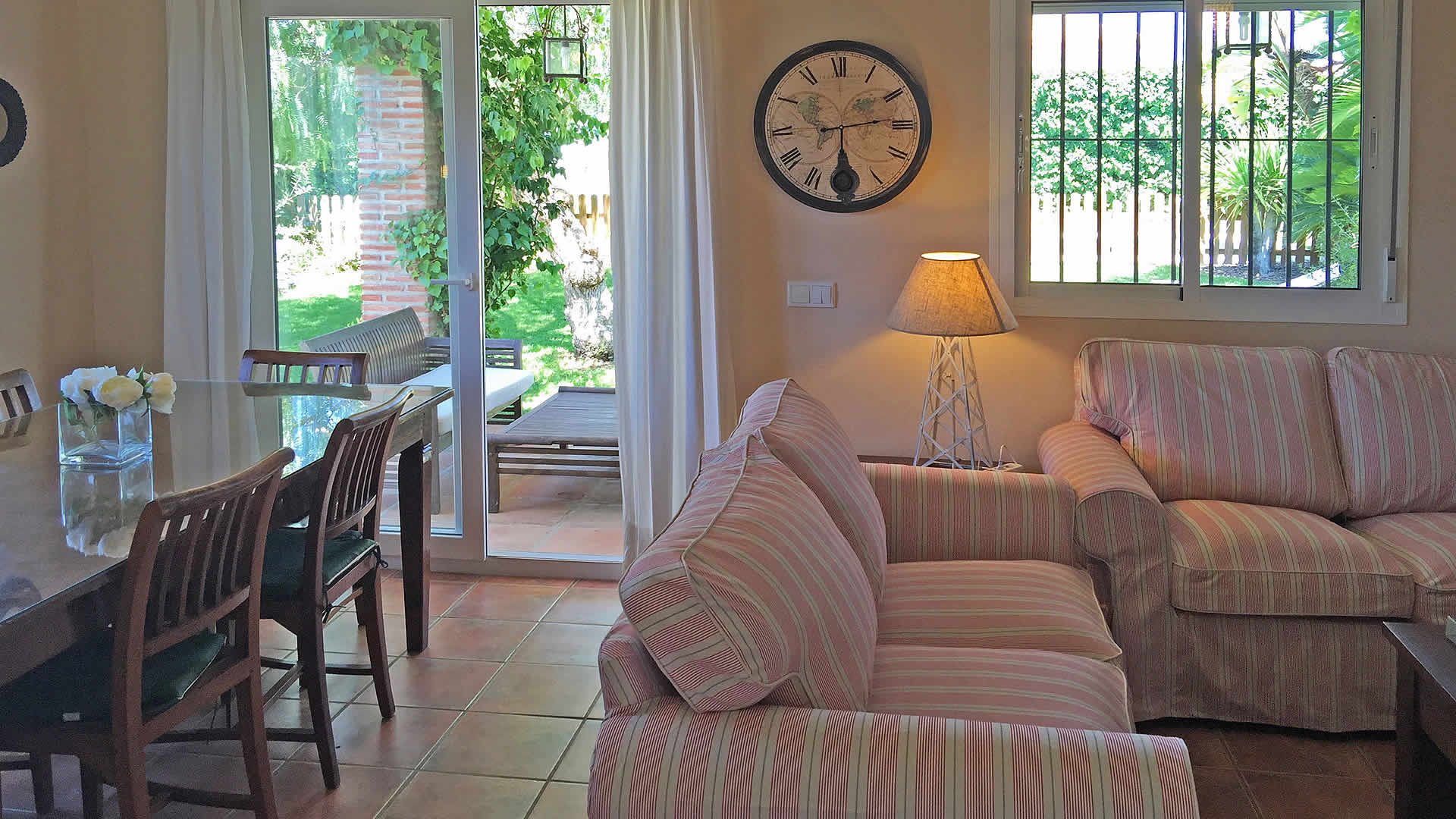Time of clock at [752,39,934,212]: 6:13
